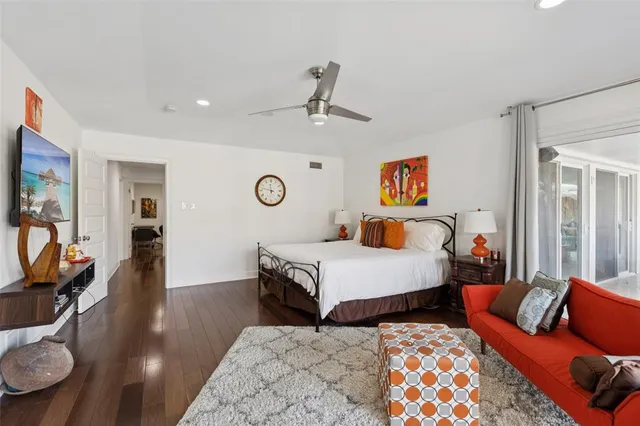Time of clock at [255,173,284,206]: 11:47
